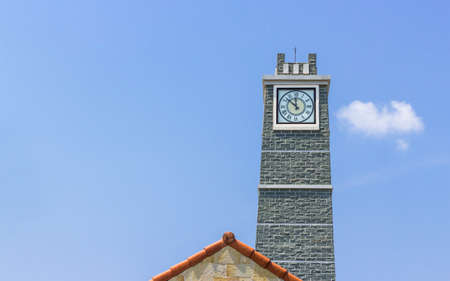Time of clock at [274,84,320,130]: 11:52
